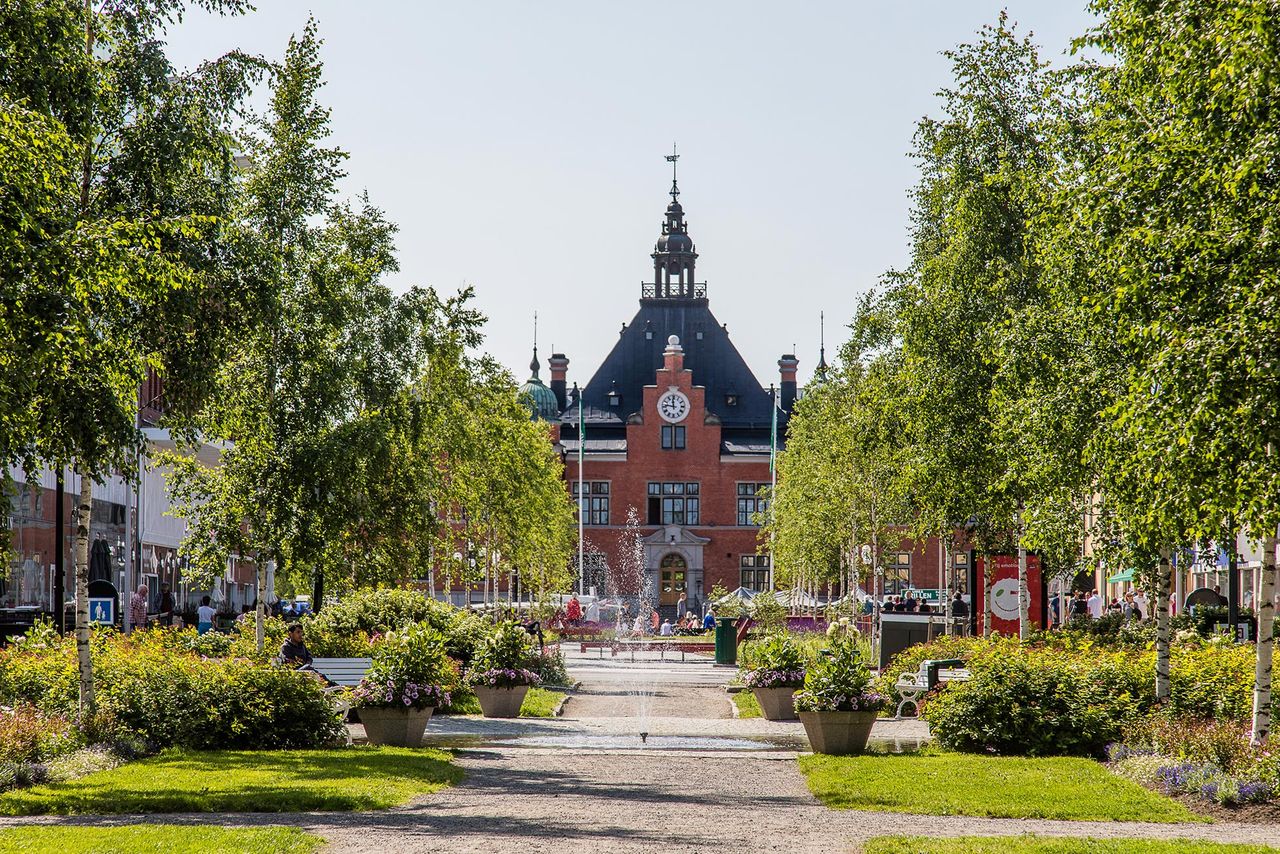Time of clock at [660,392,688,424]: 11:46
